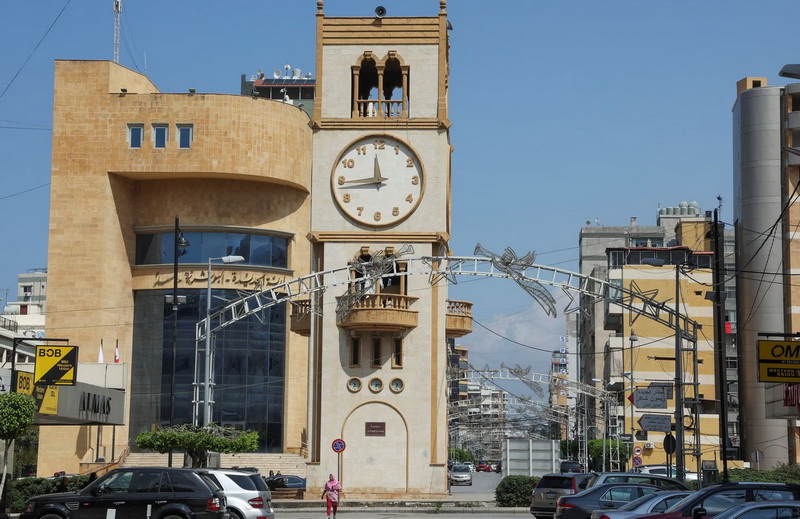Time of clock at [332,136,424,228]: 11:44
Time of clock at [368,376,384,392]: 6:15
